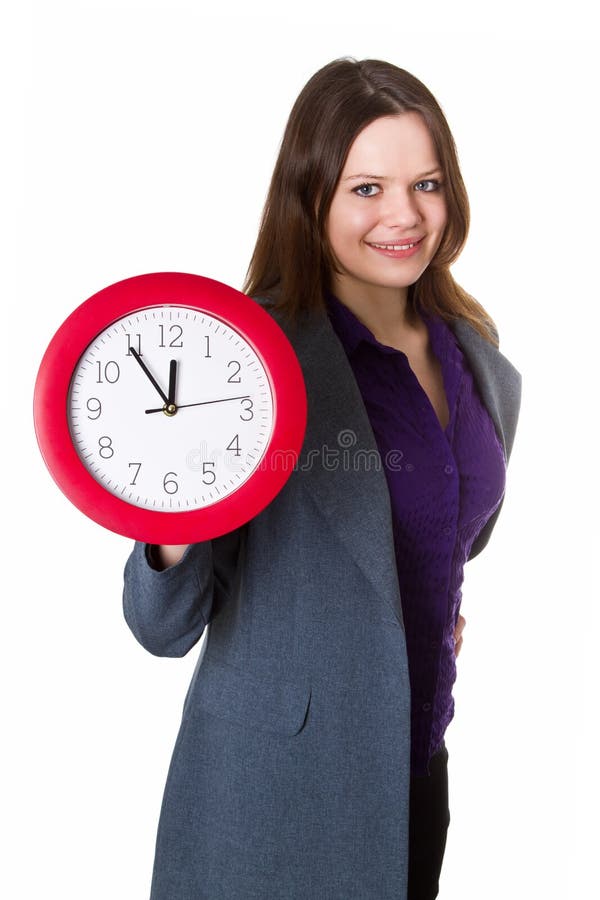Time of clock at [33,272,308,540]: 11:54
